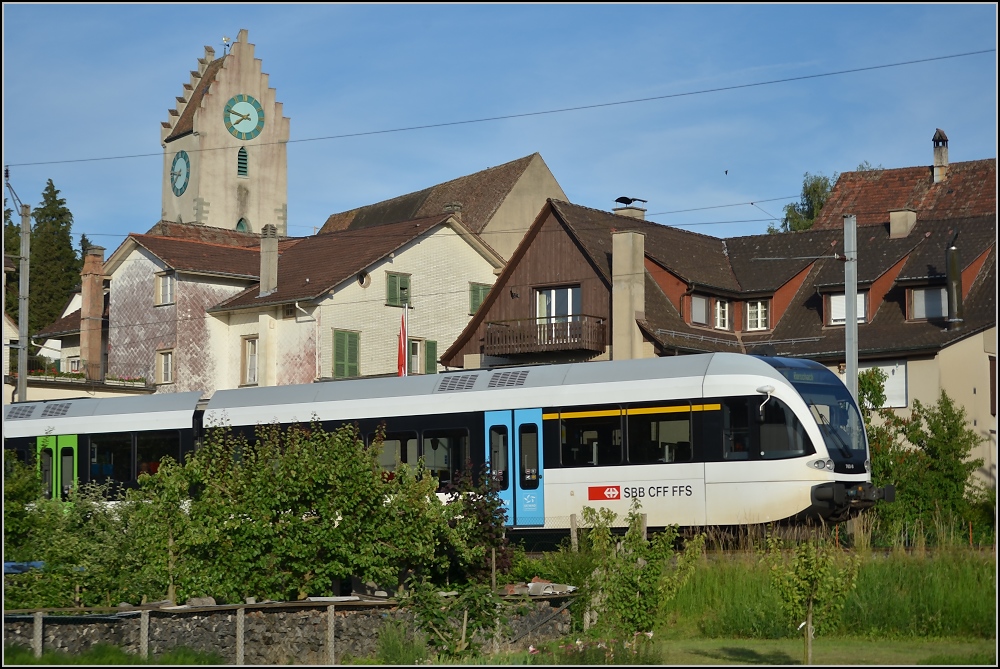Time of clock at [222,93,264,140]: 7:47
